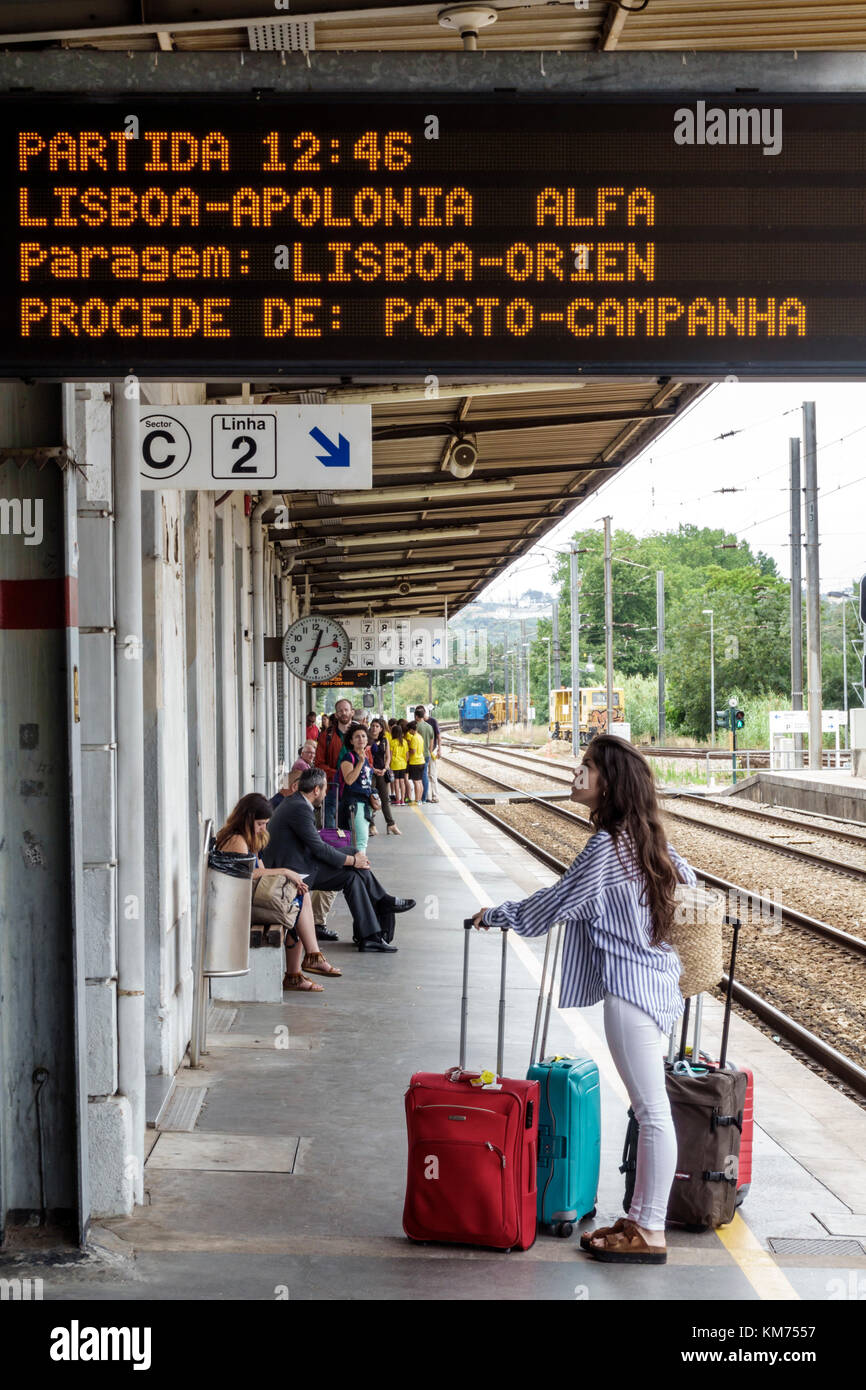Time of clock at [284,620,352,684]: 12:34
